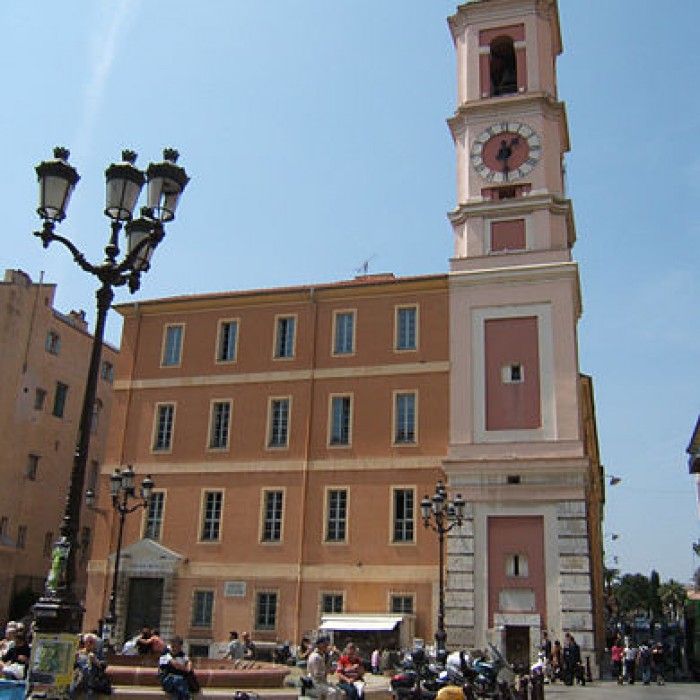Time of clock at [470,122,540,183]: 1:30
